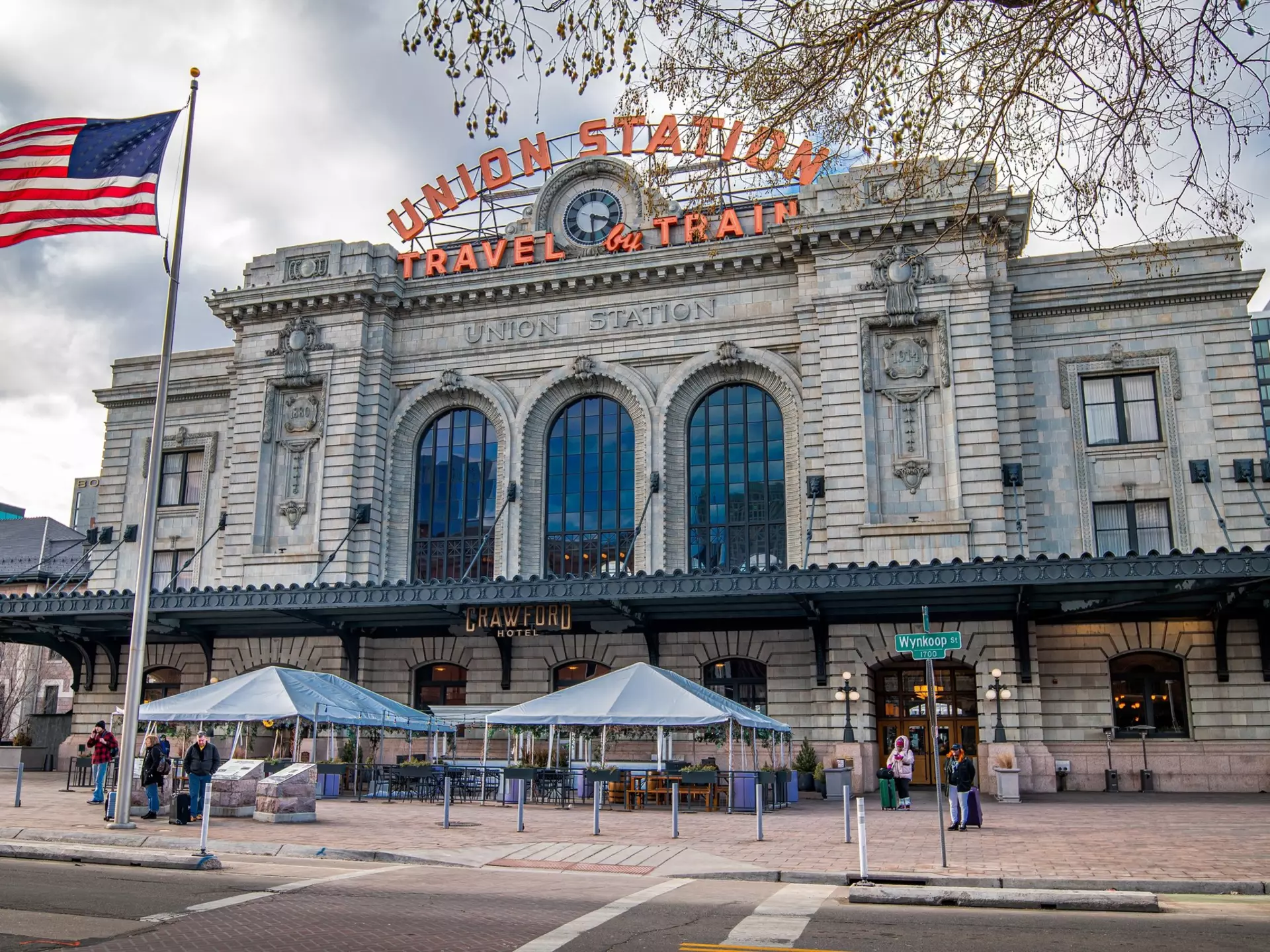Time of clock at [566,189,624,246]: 3:29
